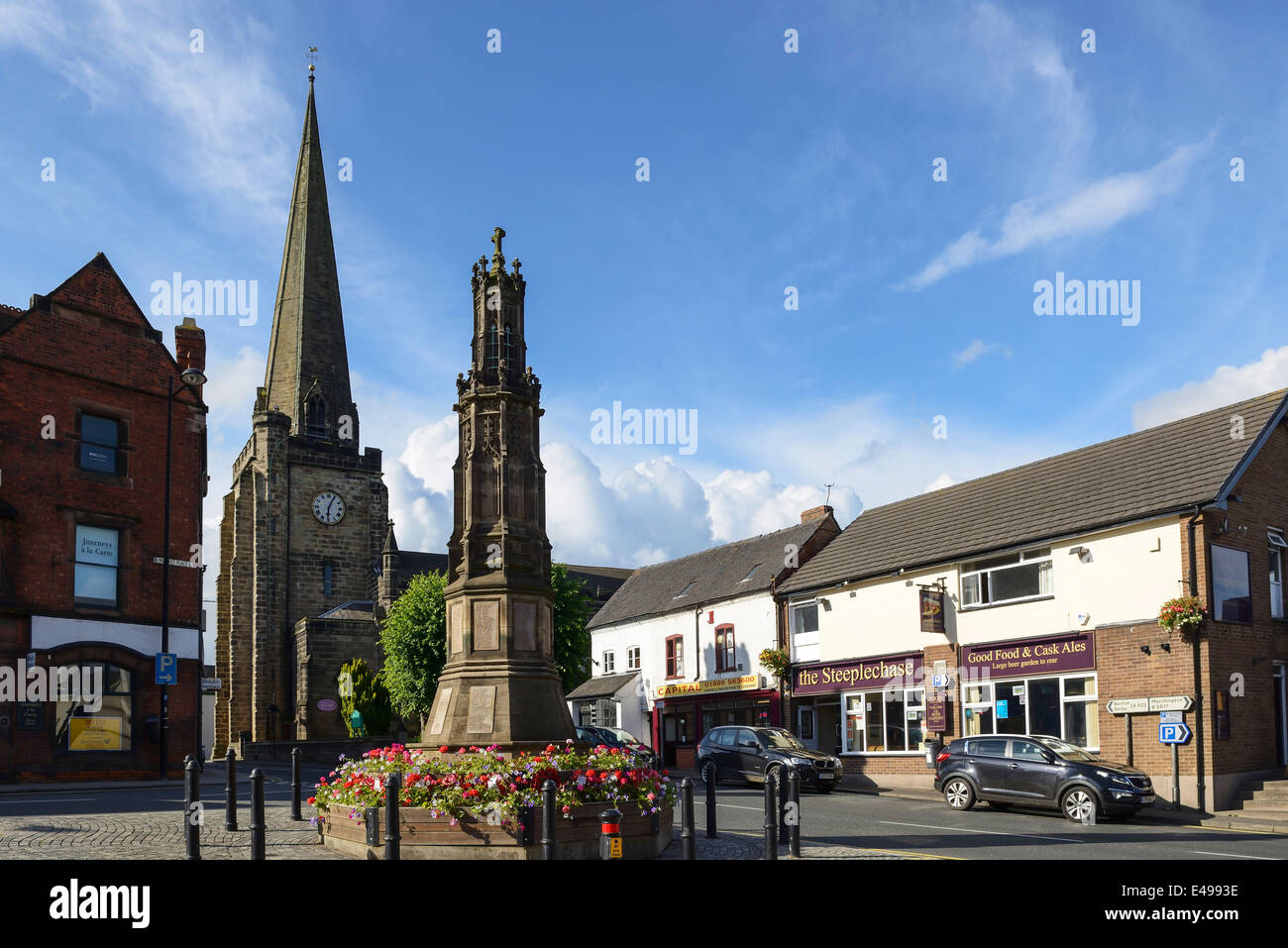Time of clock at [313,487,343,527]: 6:04
